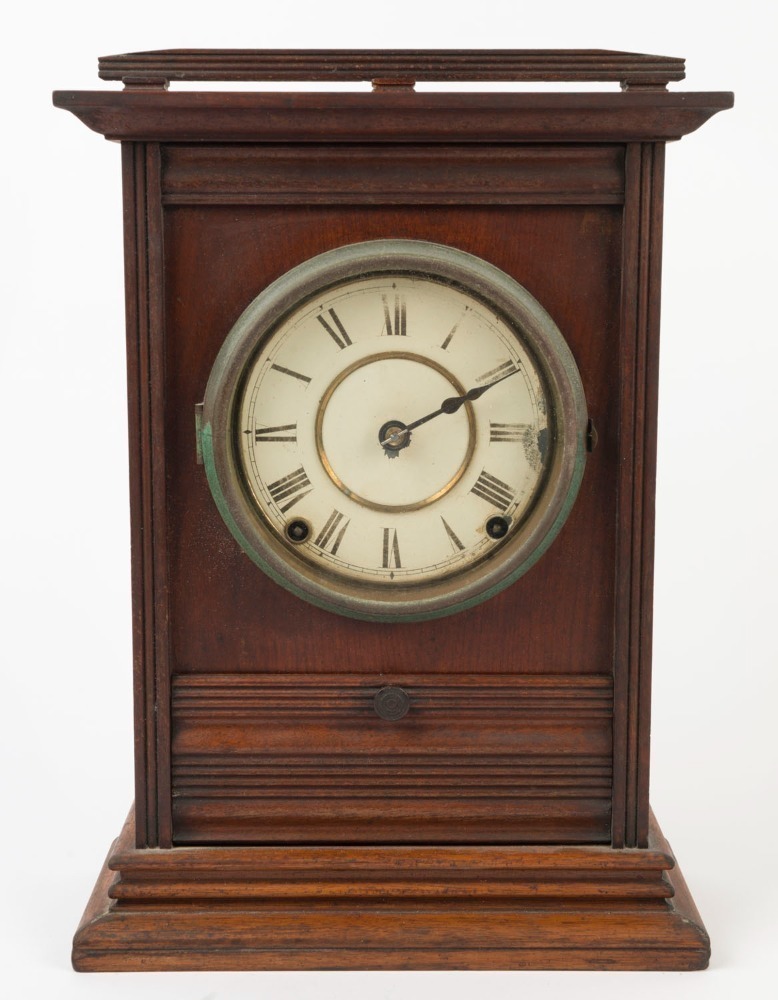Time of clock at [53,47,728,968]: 2:10
